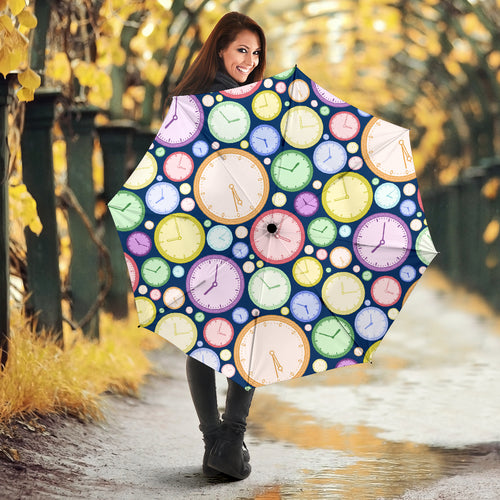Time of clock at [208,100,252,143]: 2:55
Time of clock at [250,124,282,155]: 5:45
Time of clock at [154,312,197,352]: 12:16
